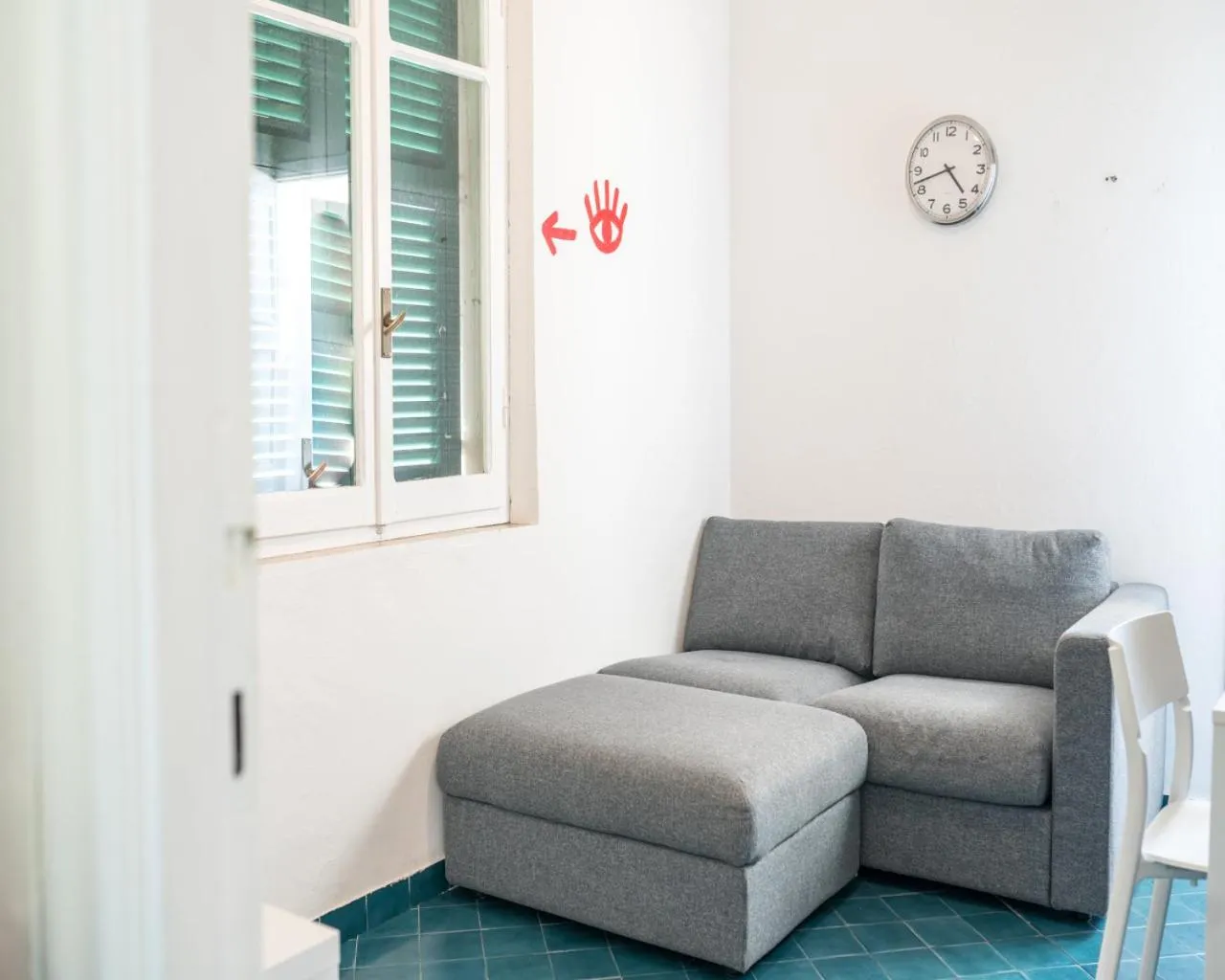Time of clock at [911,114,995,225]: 4:42
